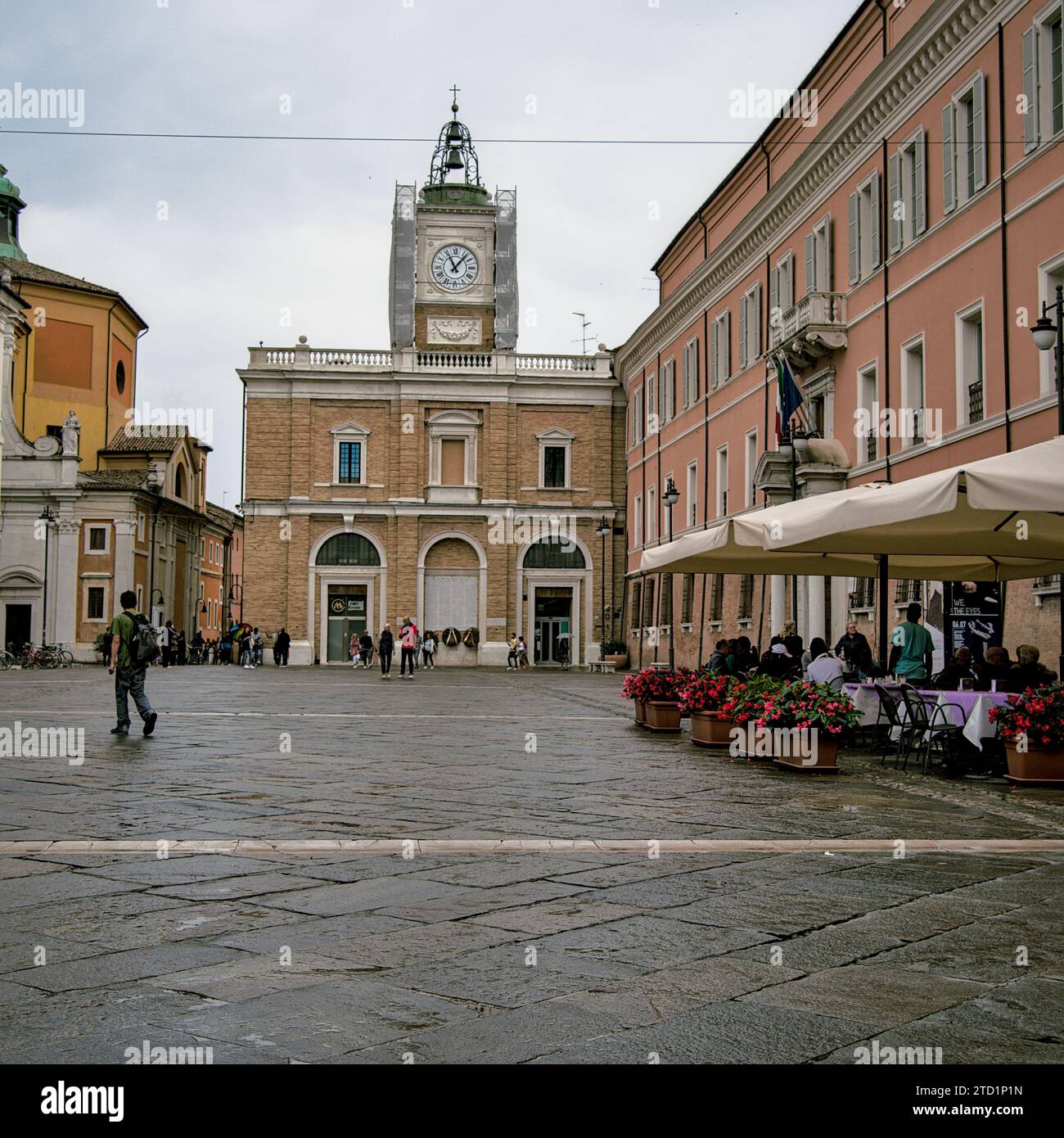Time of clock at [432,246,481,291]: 11:06
